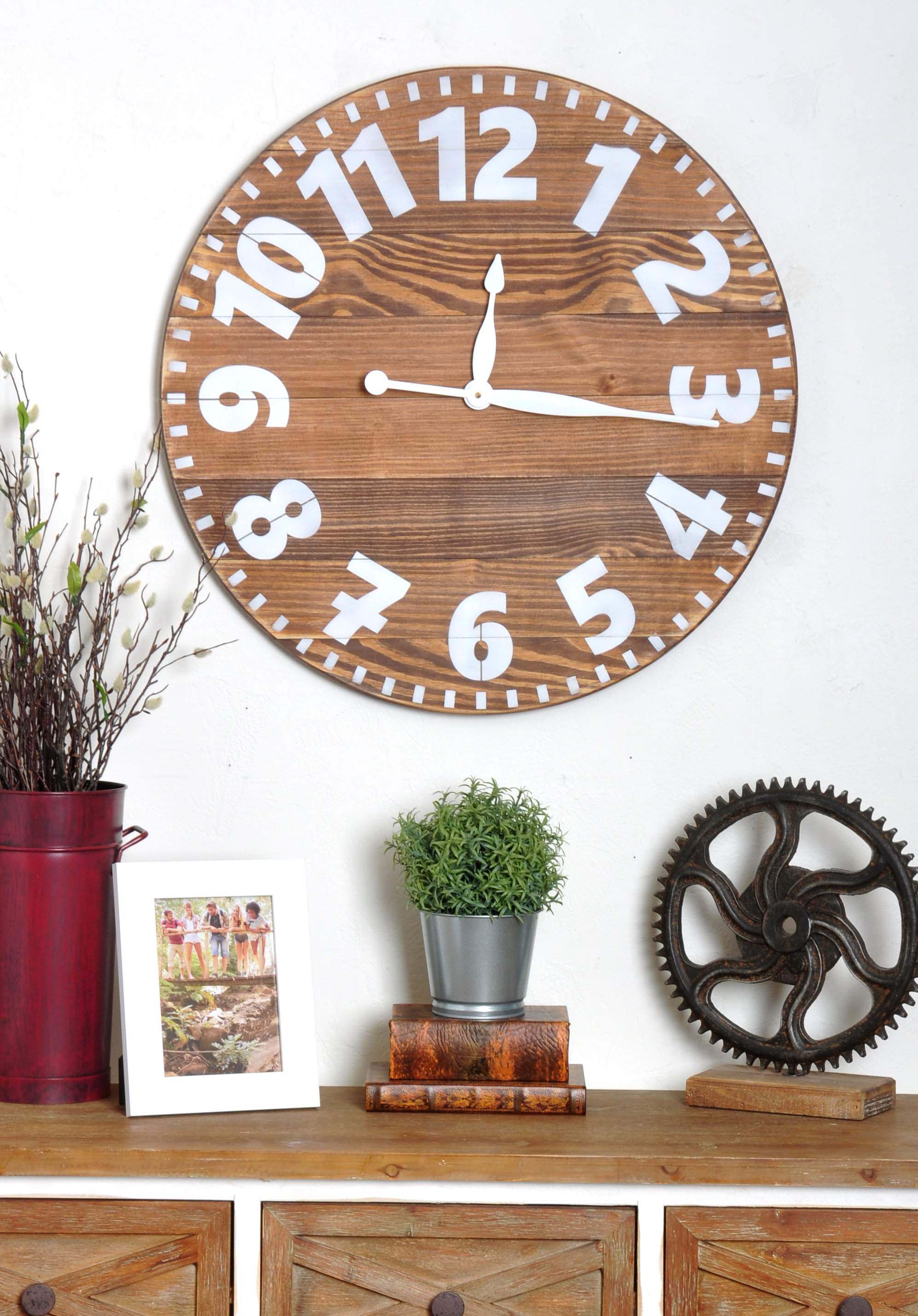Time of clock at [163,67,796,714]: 12:16
